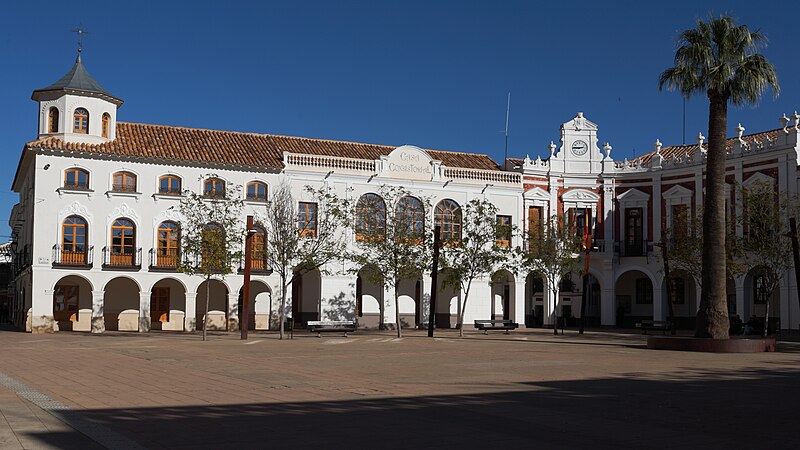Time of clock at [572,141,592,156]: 2:45
